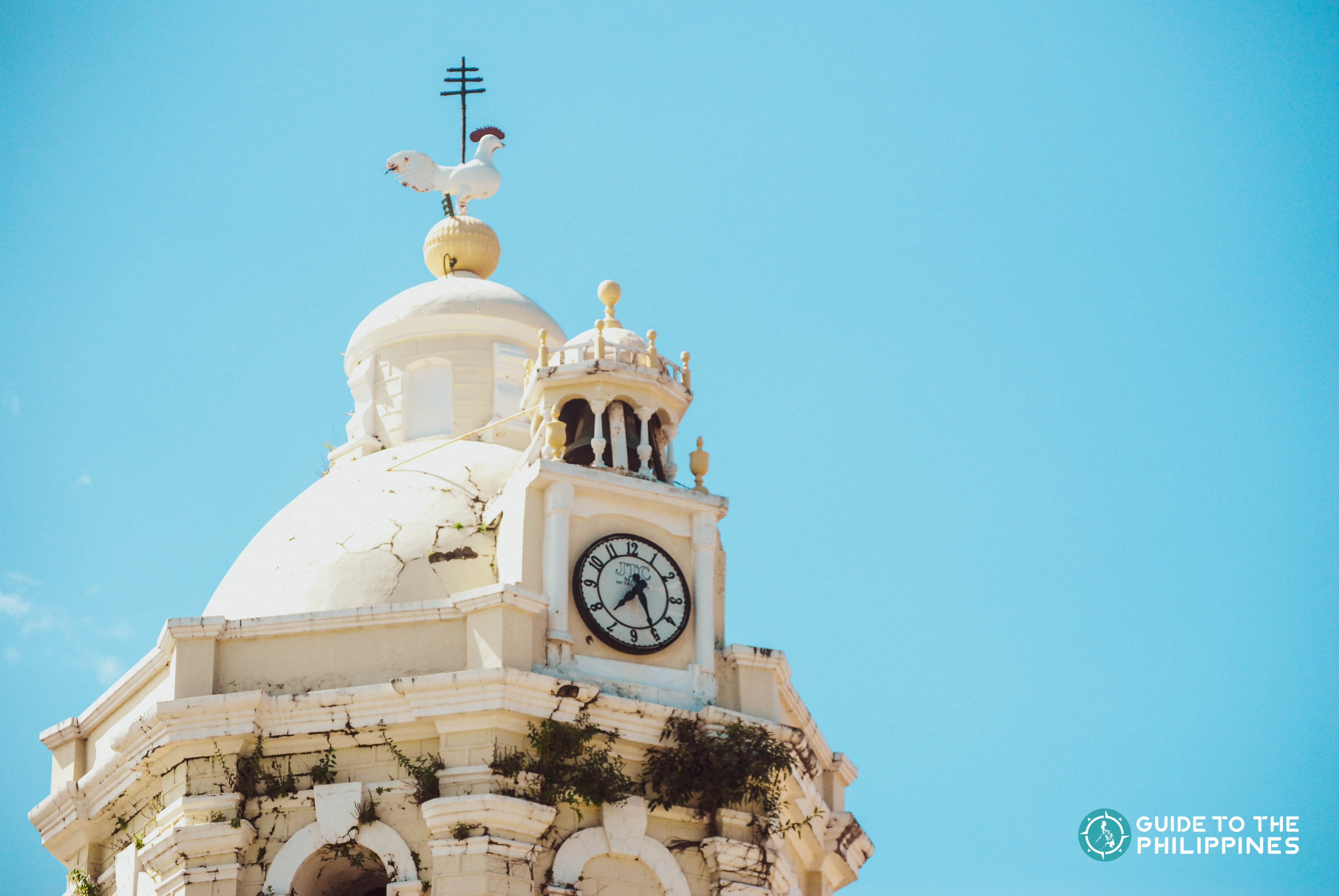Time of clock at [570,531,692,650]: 7:25
